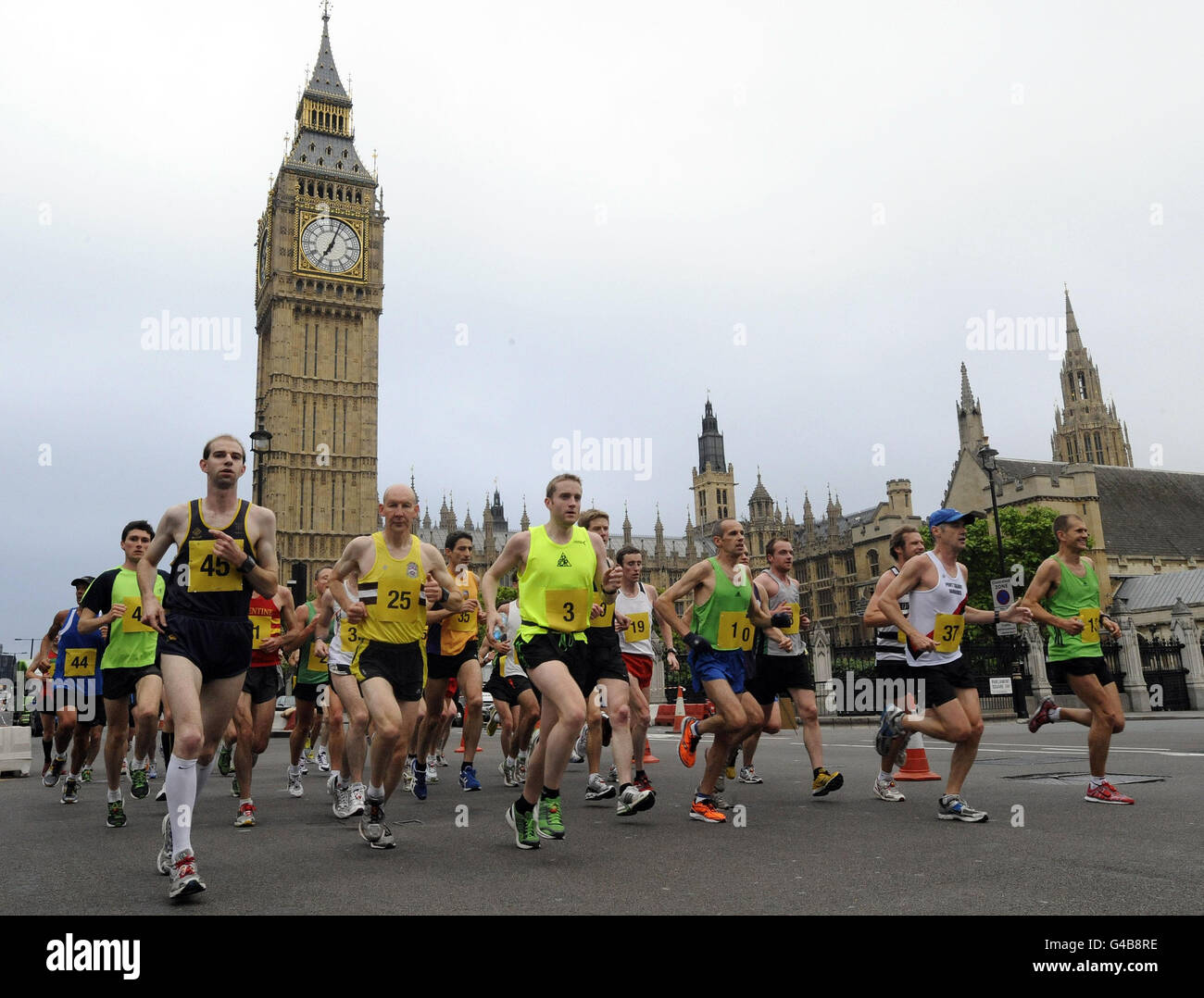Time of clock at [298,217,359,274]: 7:03
